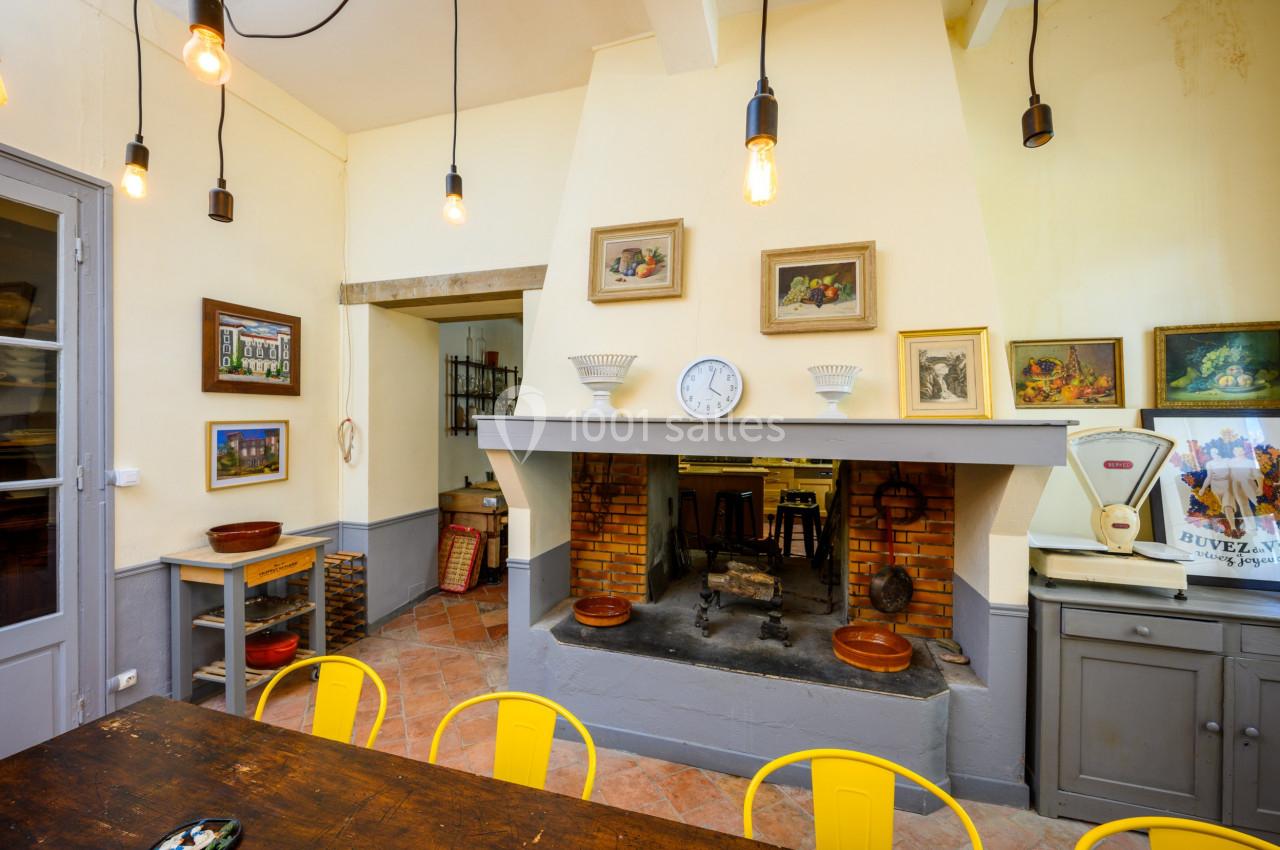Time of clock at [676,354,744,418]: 4:02
